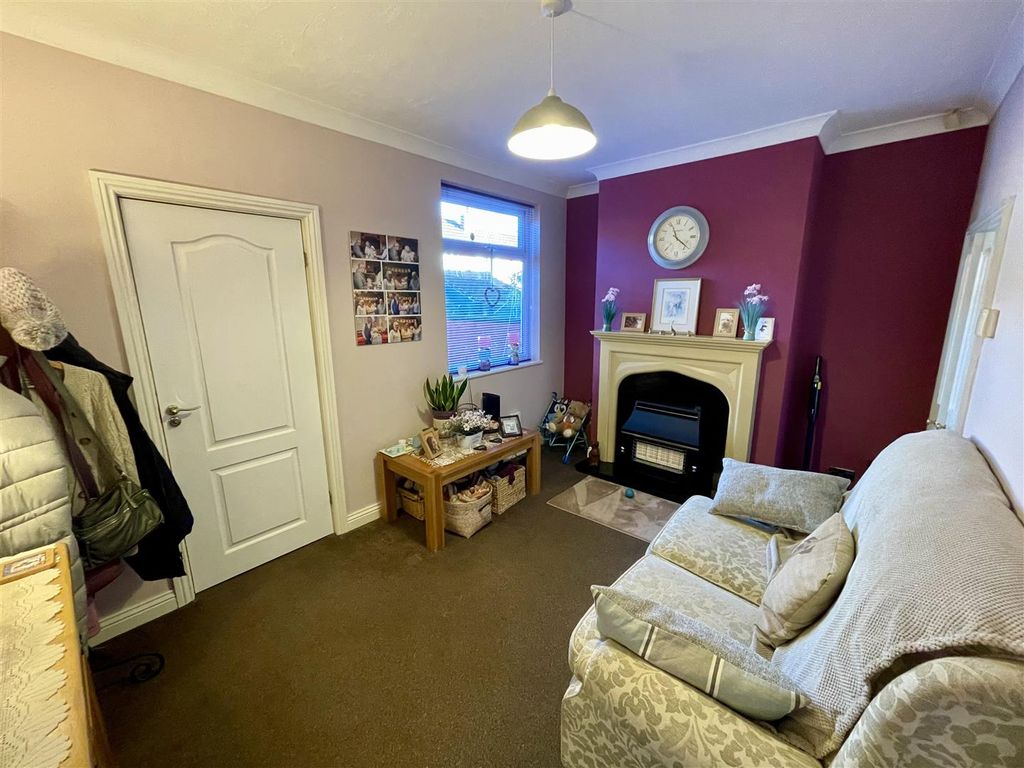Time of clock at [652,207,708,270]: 11:21
